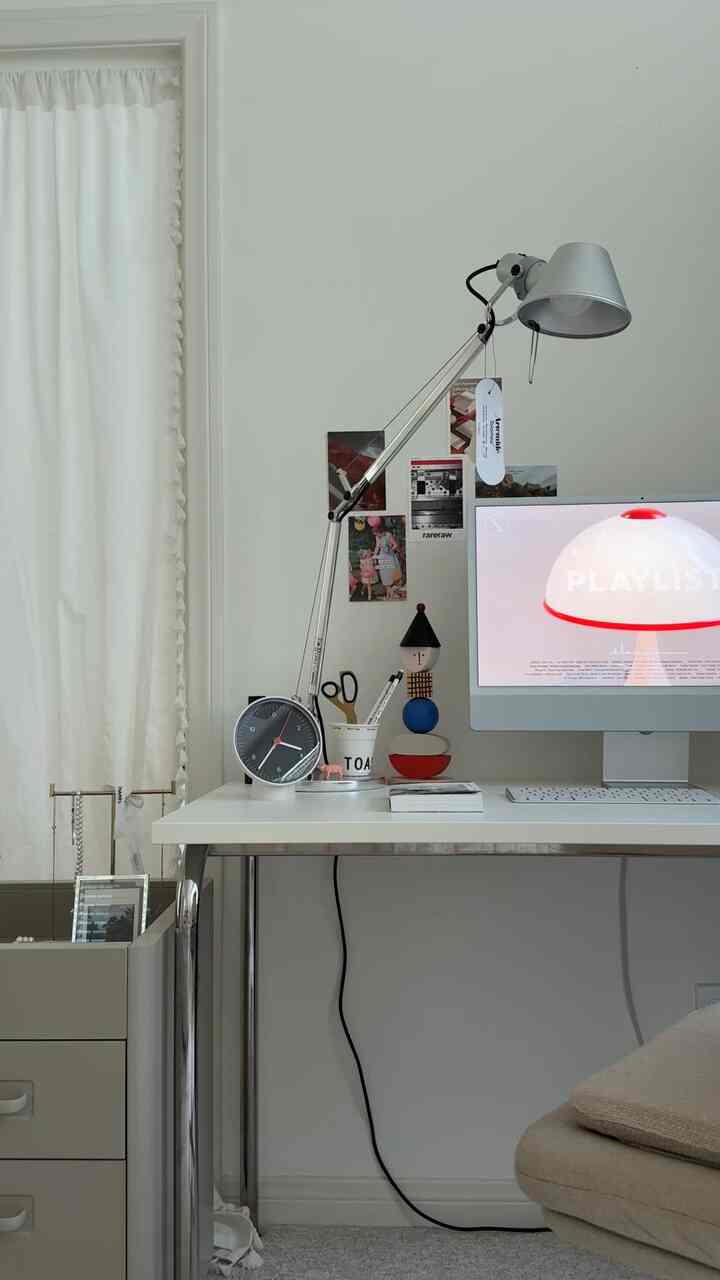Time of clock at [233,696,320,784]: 3:35
